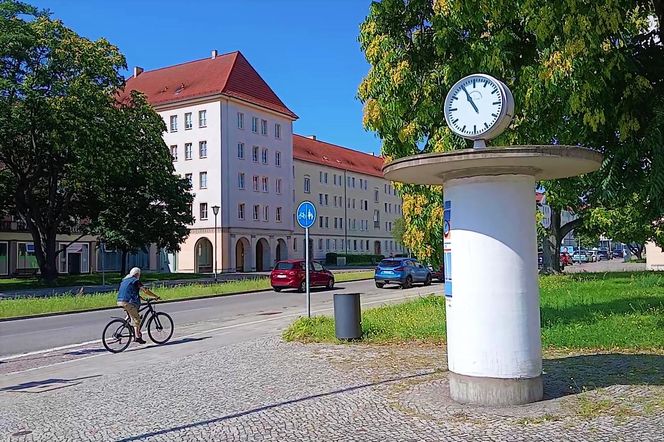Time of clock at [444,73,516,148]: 10:55
